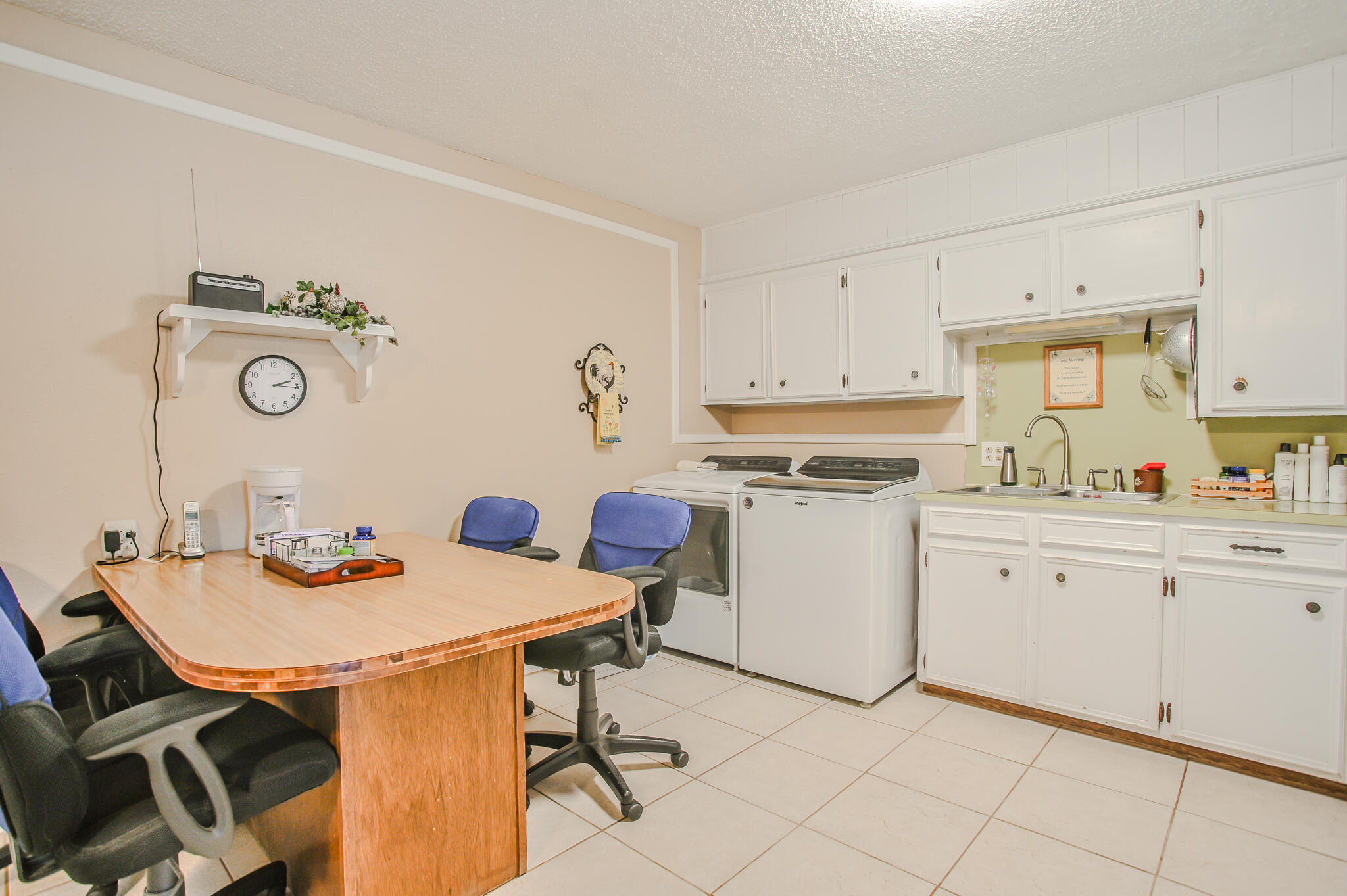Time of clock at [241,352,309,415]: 2:15
